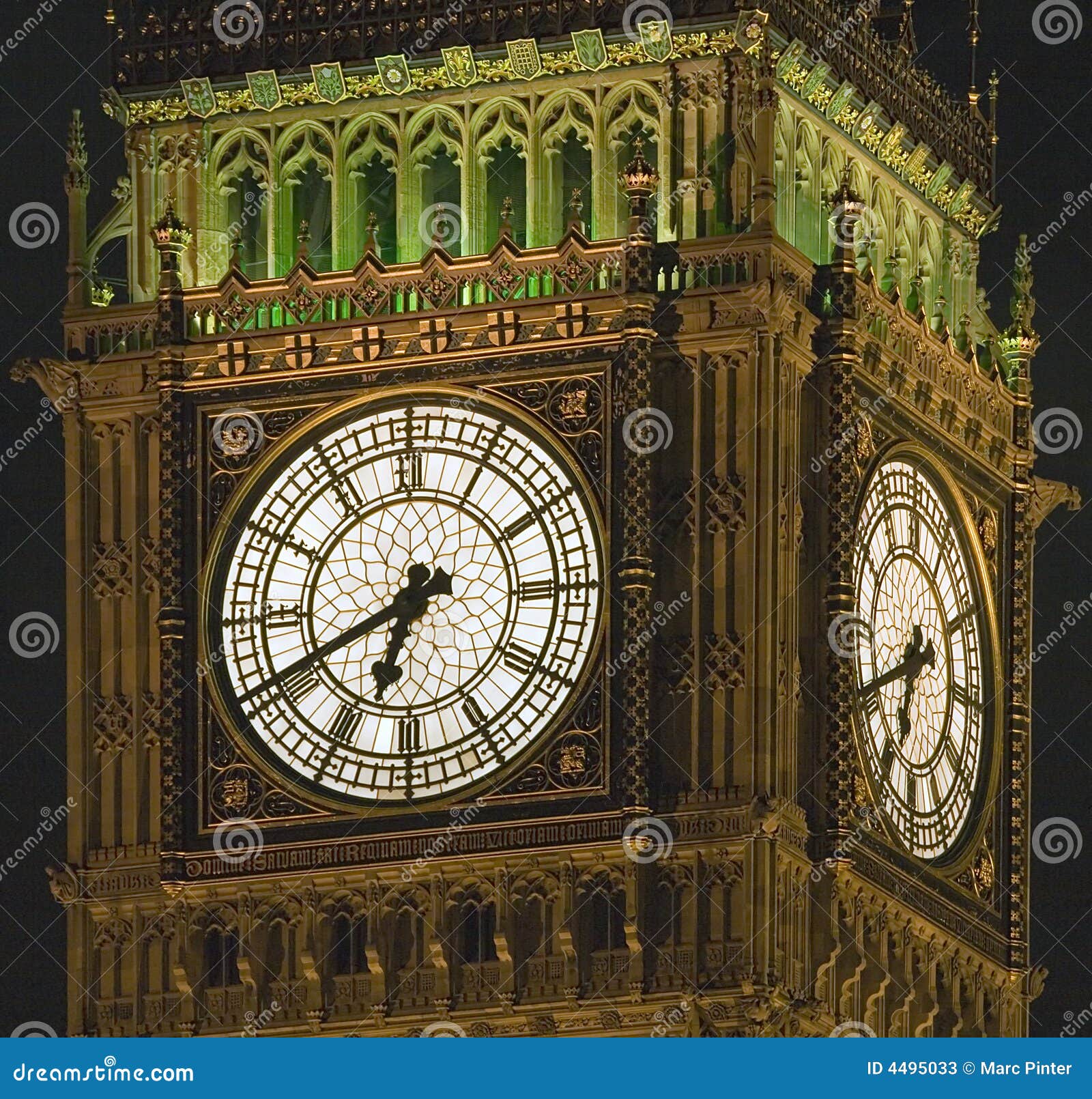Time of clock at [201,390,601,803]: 6:40
